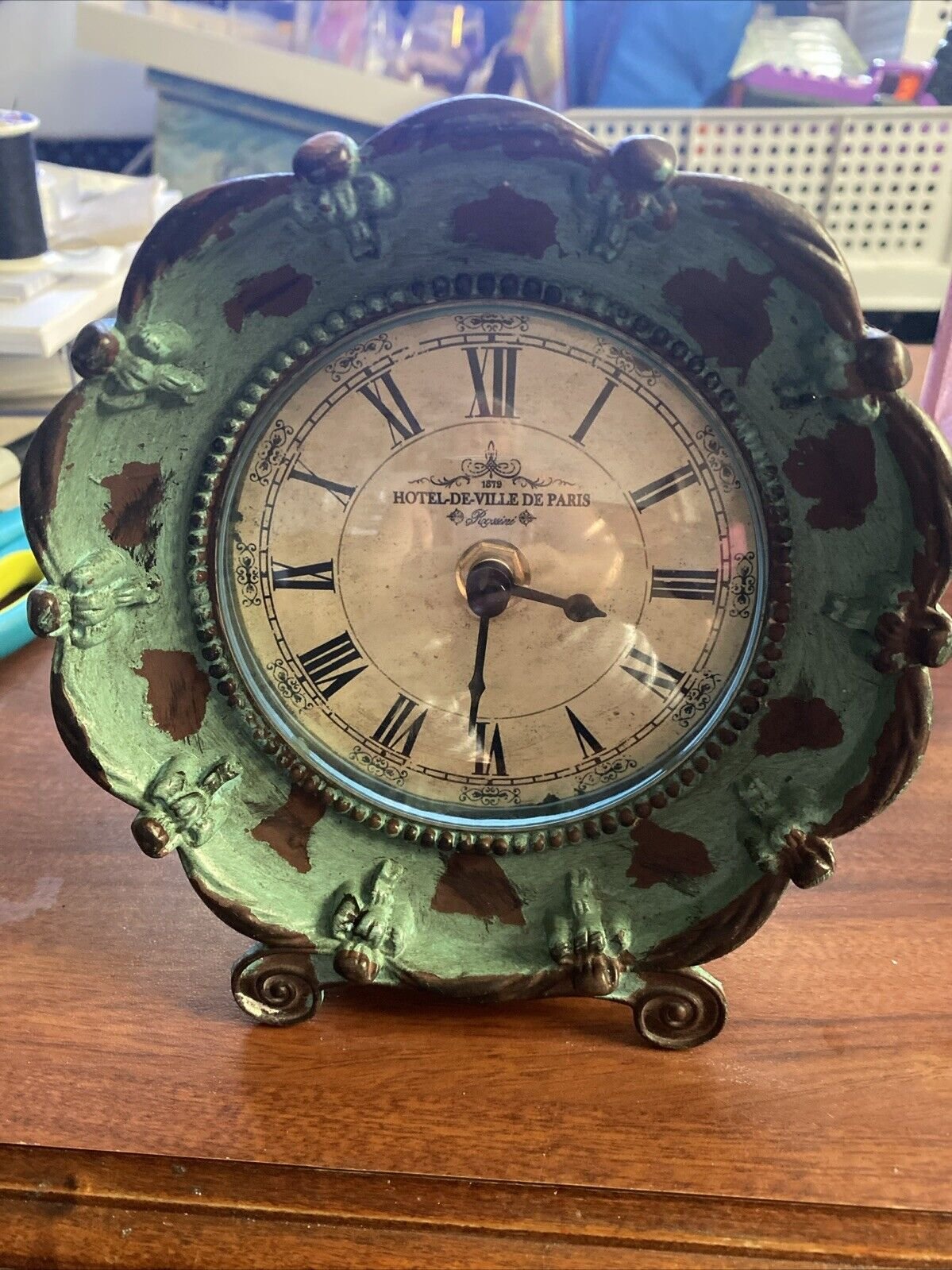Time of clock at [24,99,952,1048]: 3:30
